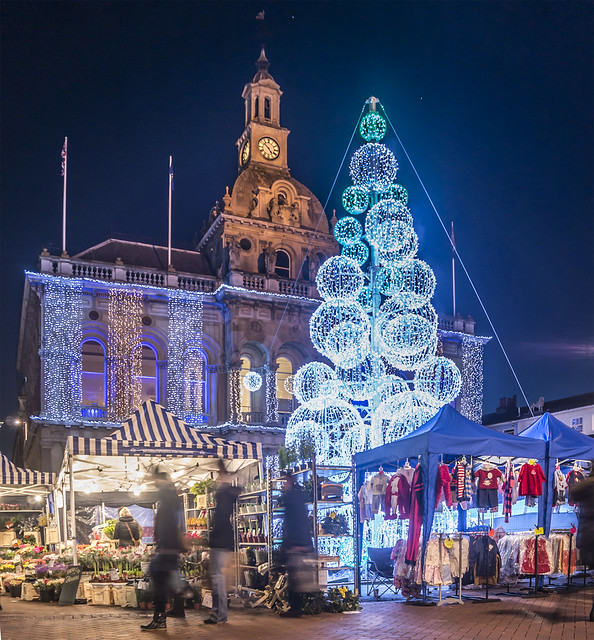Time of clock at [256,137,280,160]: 4:51
